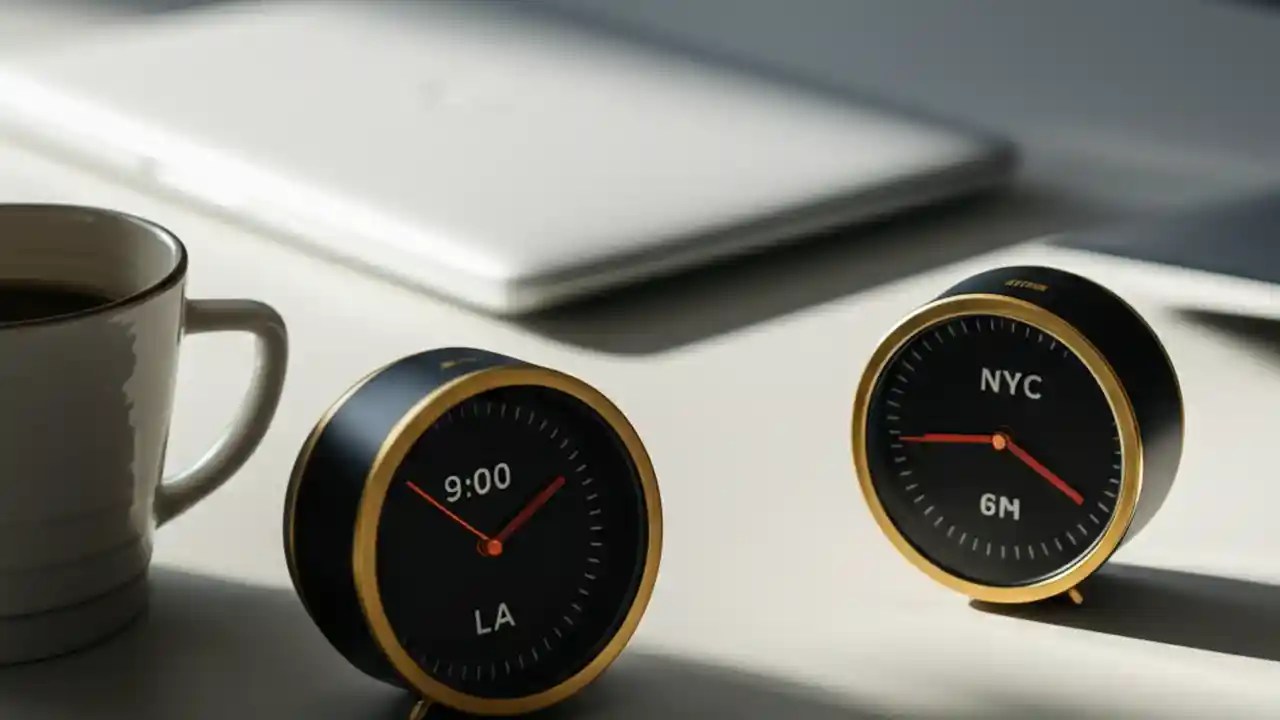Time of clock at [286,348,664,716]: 1:50
